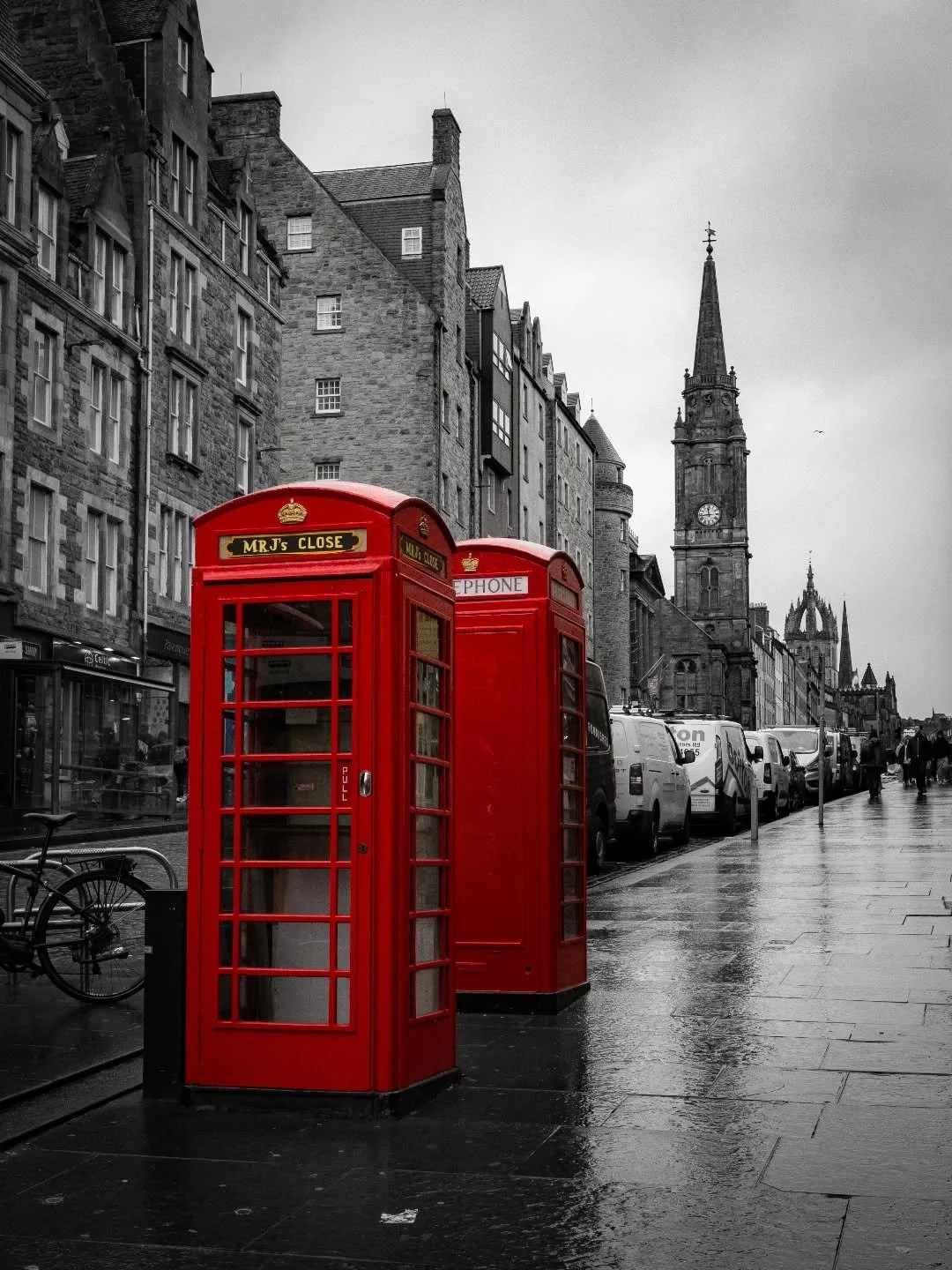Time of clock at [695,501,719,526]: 11:43
